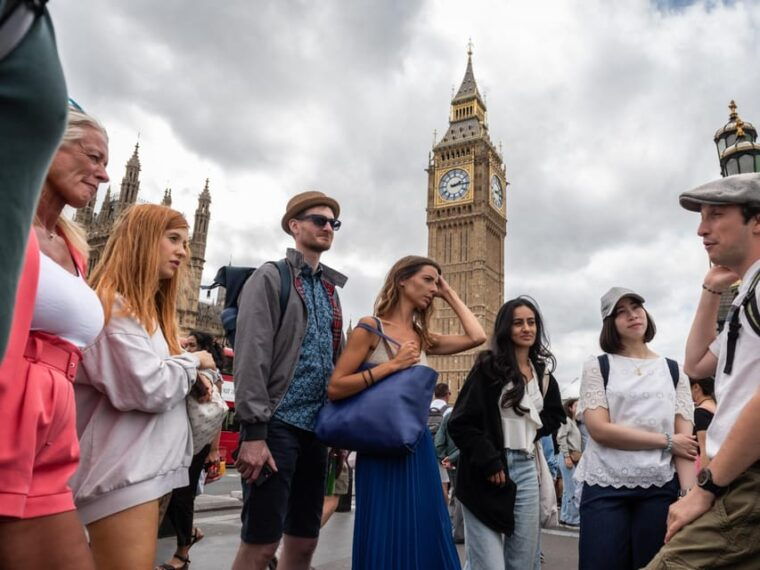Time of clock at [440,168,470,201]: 2:14
